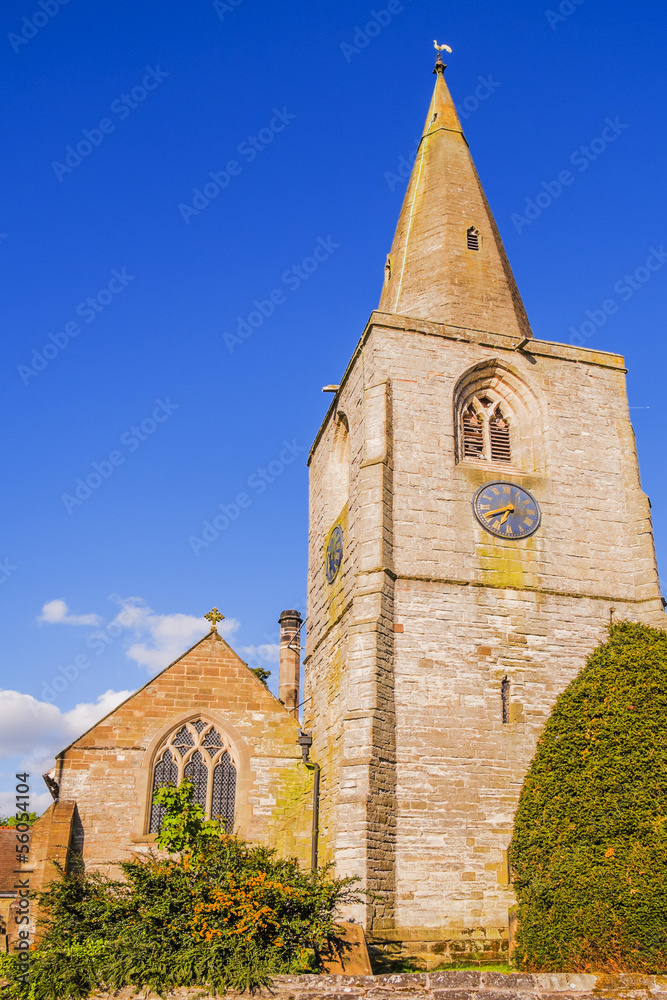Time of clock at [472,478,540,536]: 6:40
